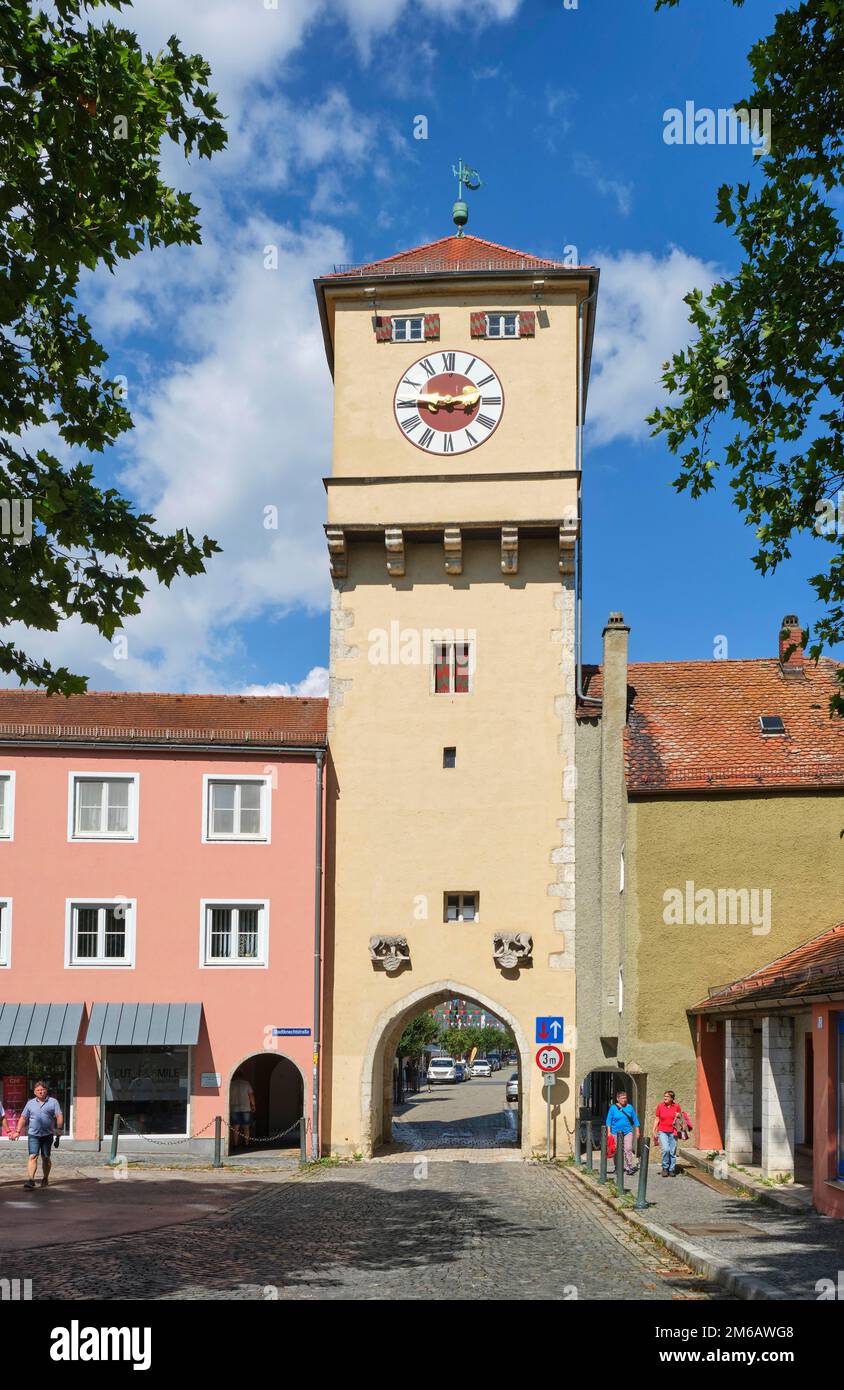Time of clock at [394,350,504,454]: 2:45
